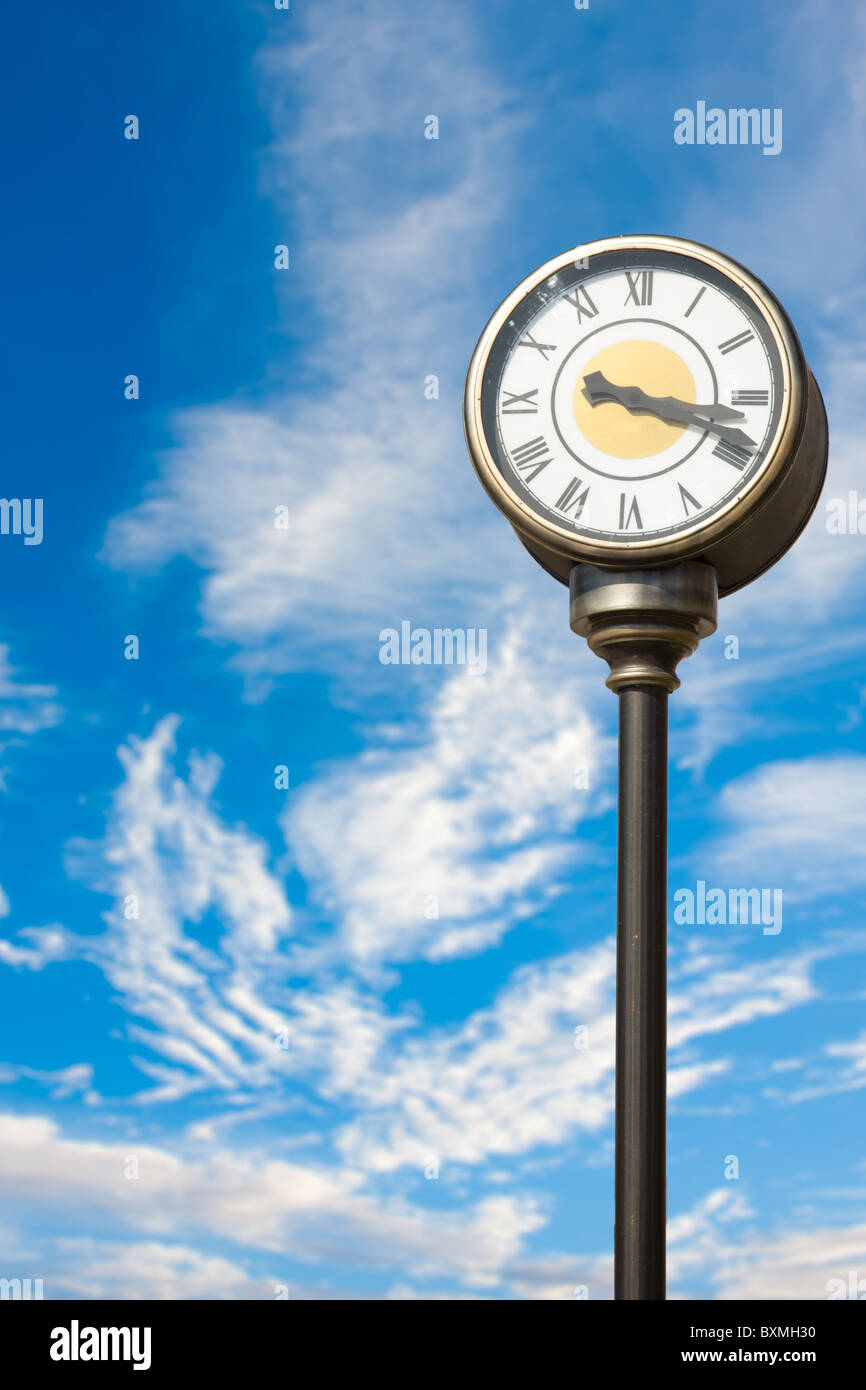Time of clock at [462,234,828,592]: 3:18
